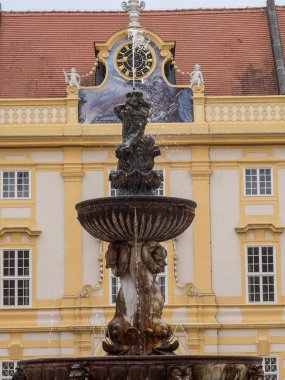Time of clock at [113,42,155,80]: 5:59
